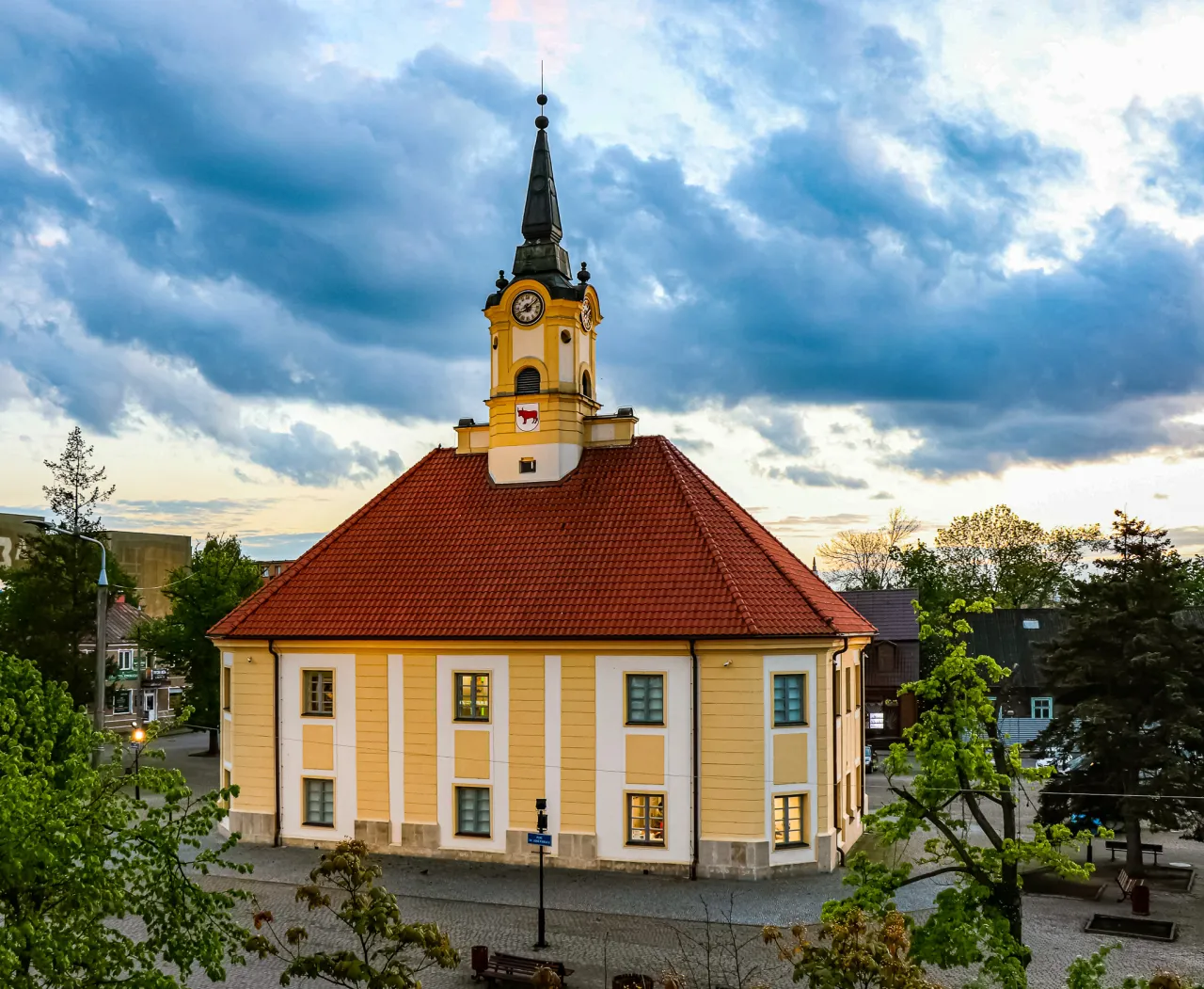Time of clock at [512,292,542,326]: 8:08
